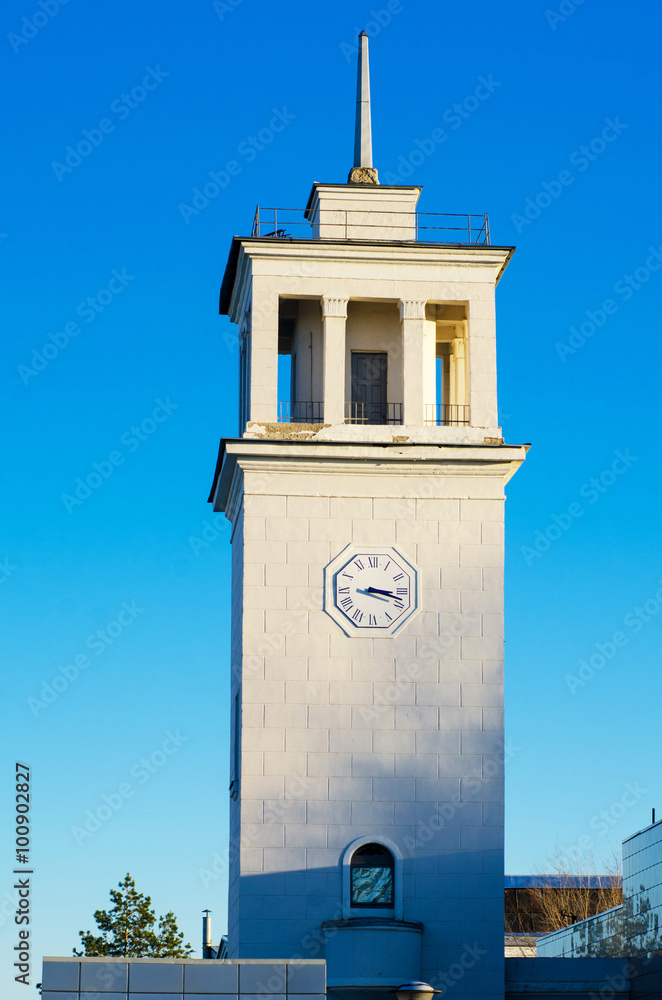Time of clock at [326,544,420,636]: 3:17
